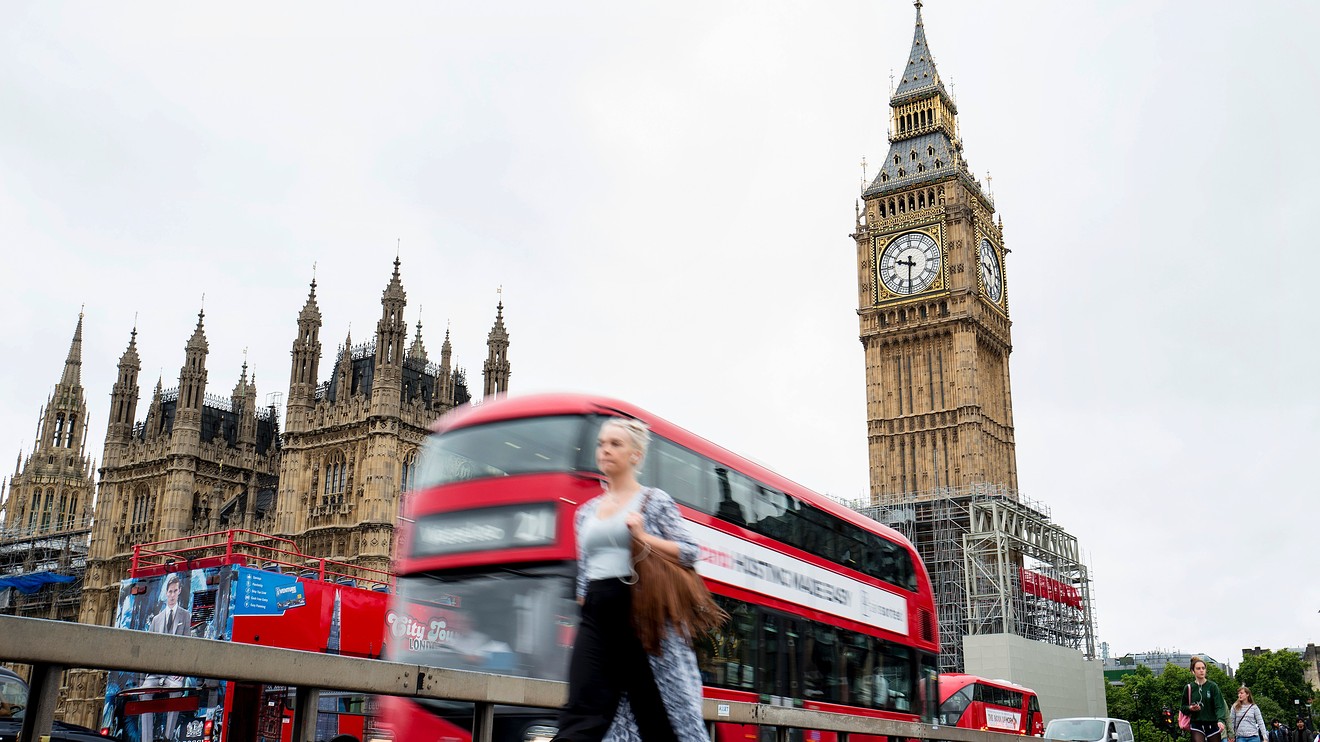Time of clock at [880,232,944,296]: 9:31
